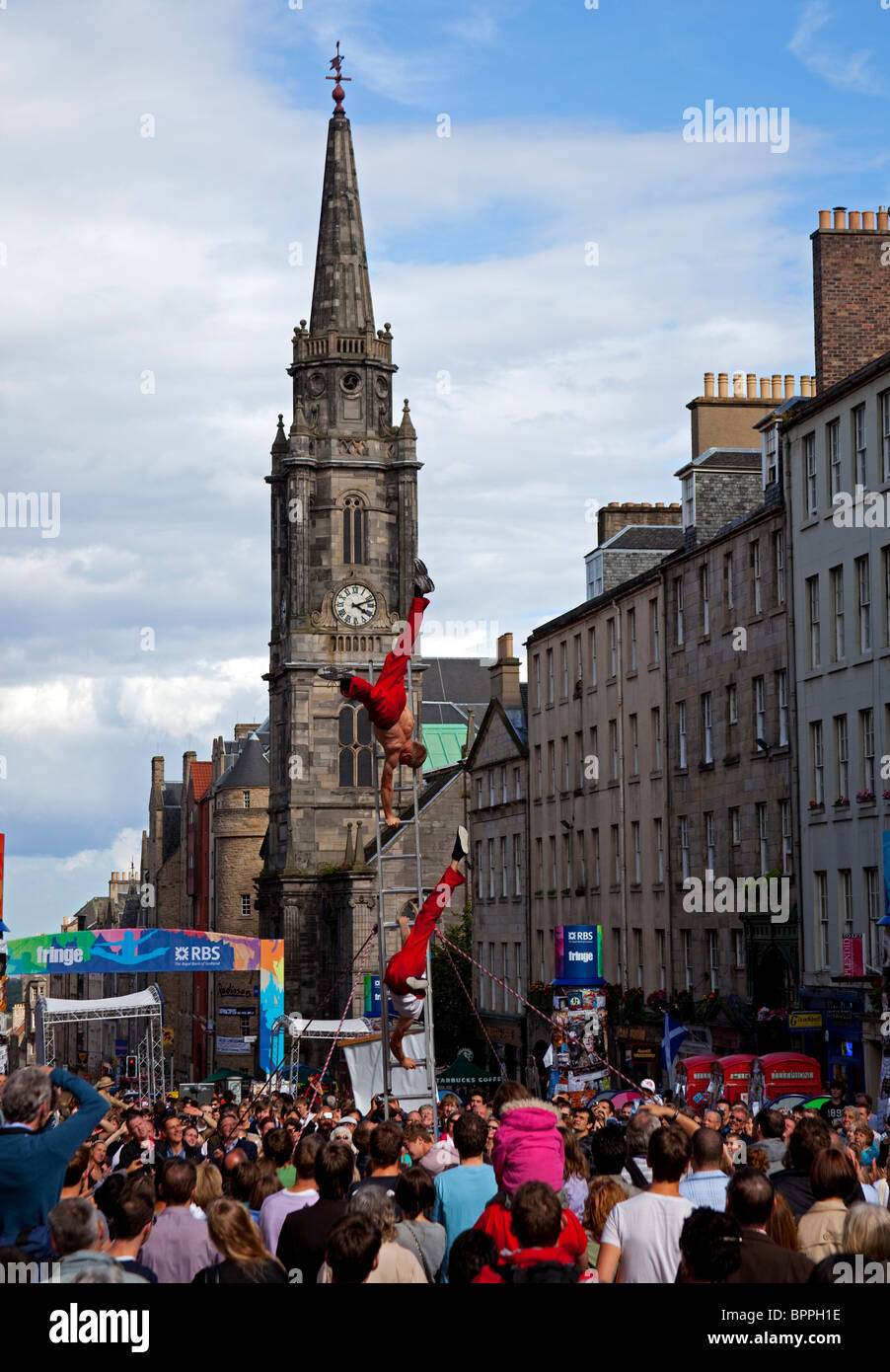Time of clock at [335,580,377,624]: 4:11
